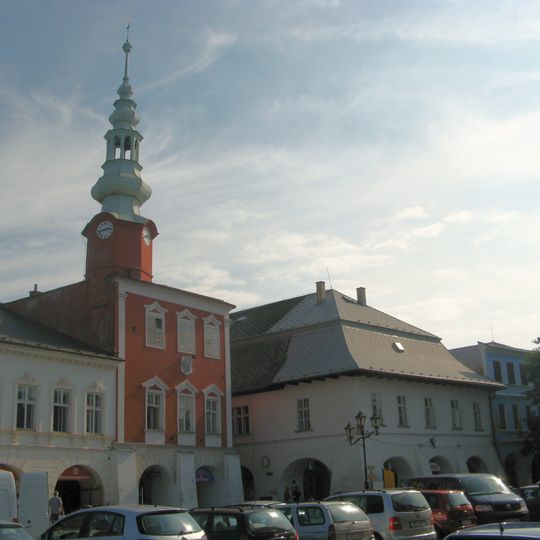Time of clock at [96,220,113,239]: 2:43
